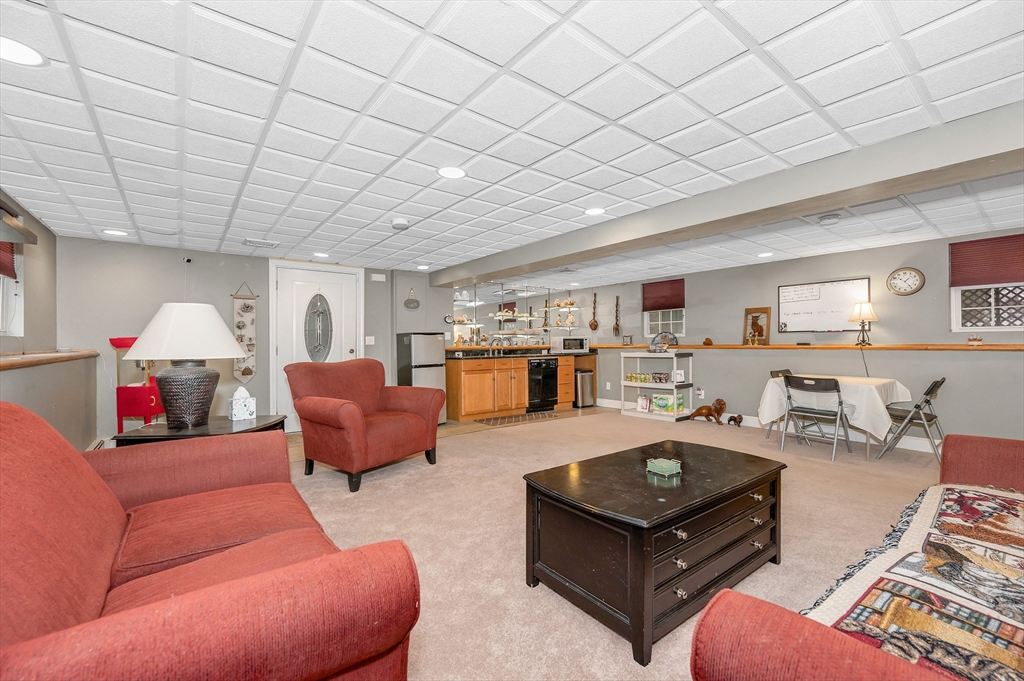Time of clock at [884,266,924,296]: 10:24
